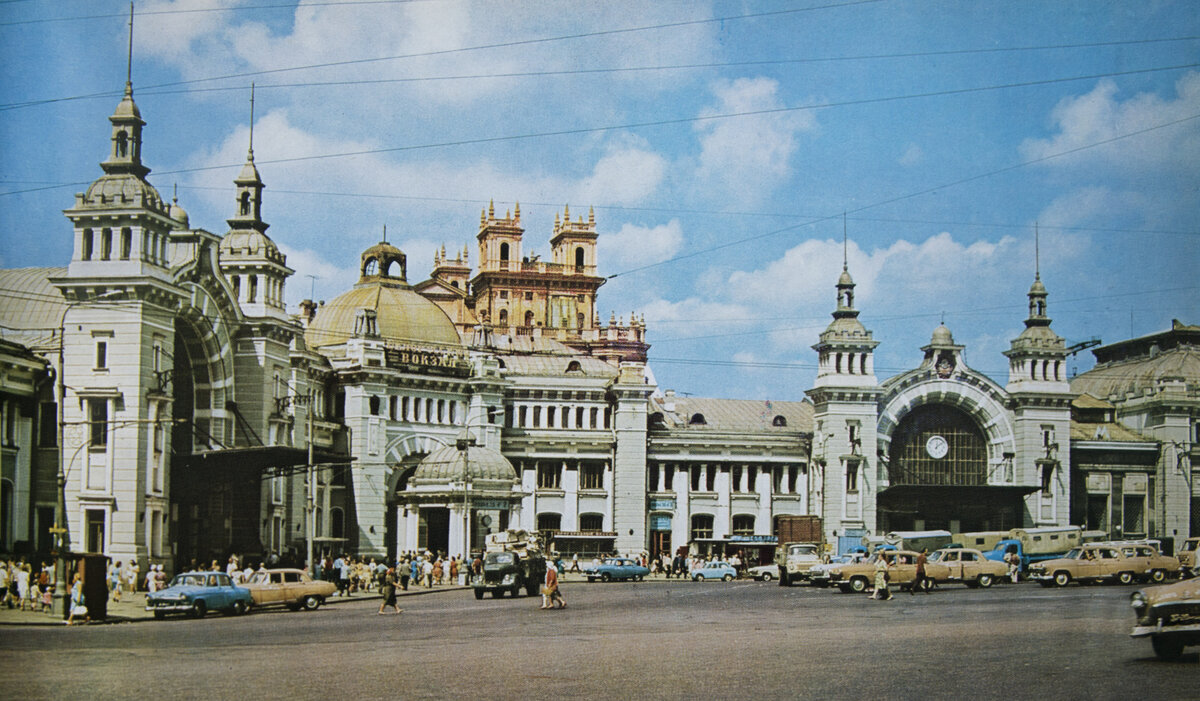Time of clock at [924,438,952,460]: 12:08
